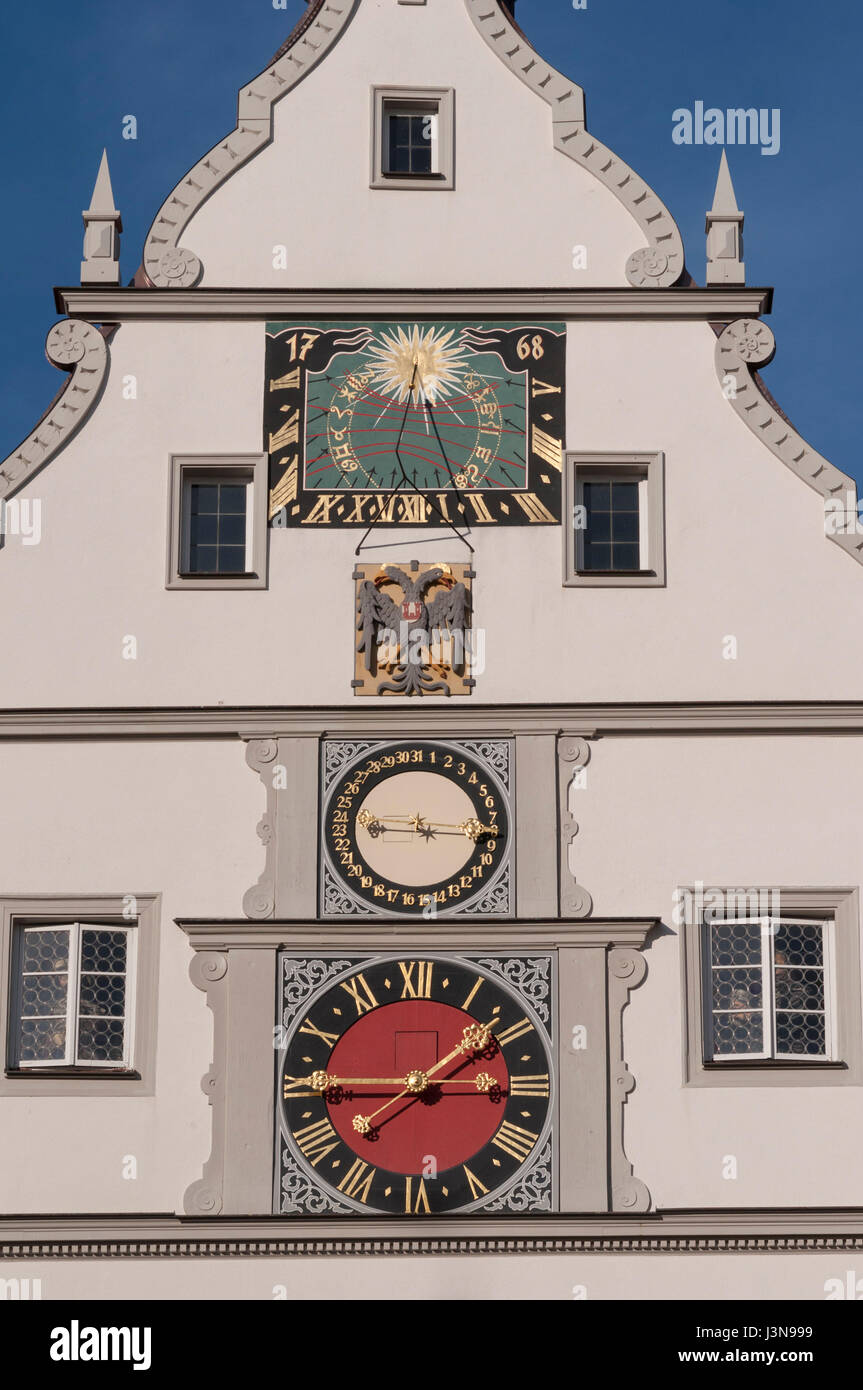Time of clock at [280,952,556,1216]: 1:44
